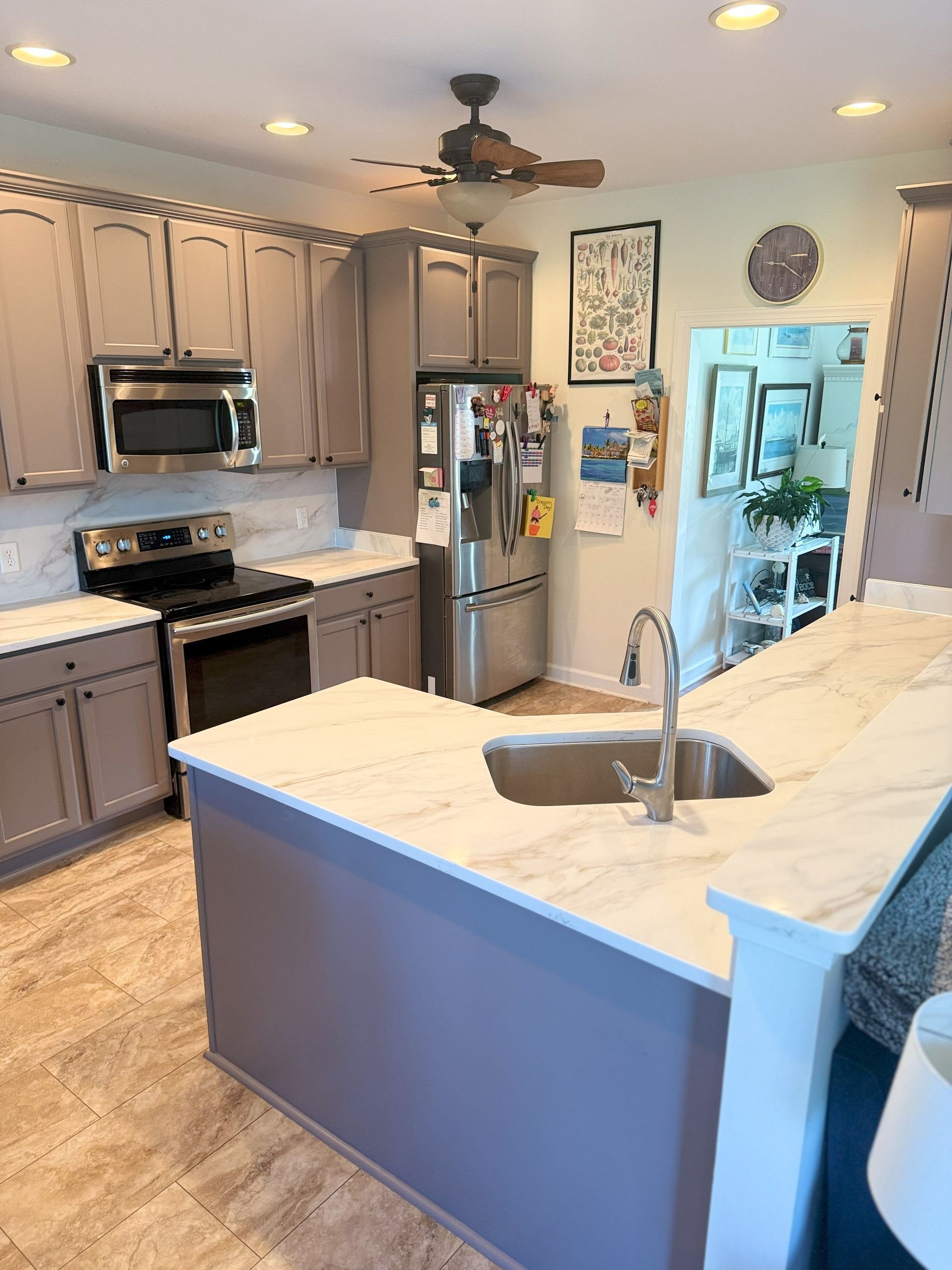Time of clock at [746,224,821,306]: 9:20
